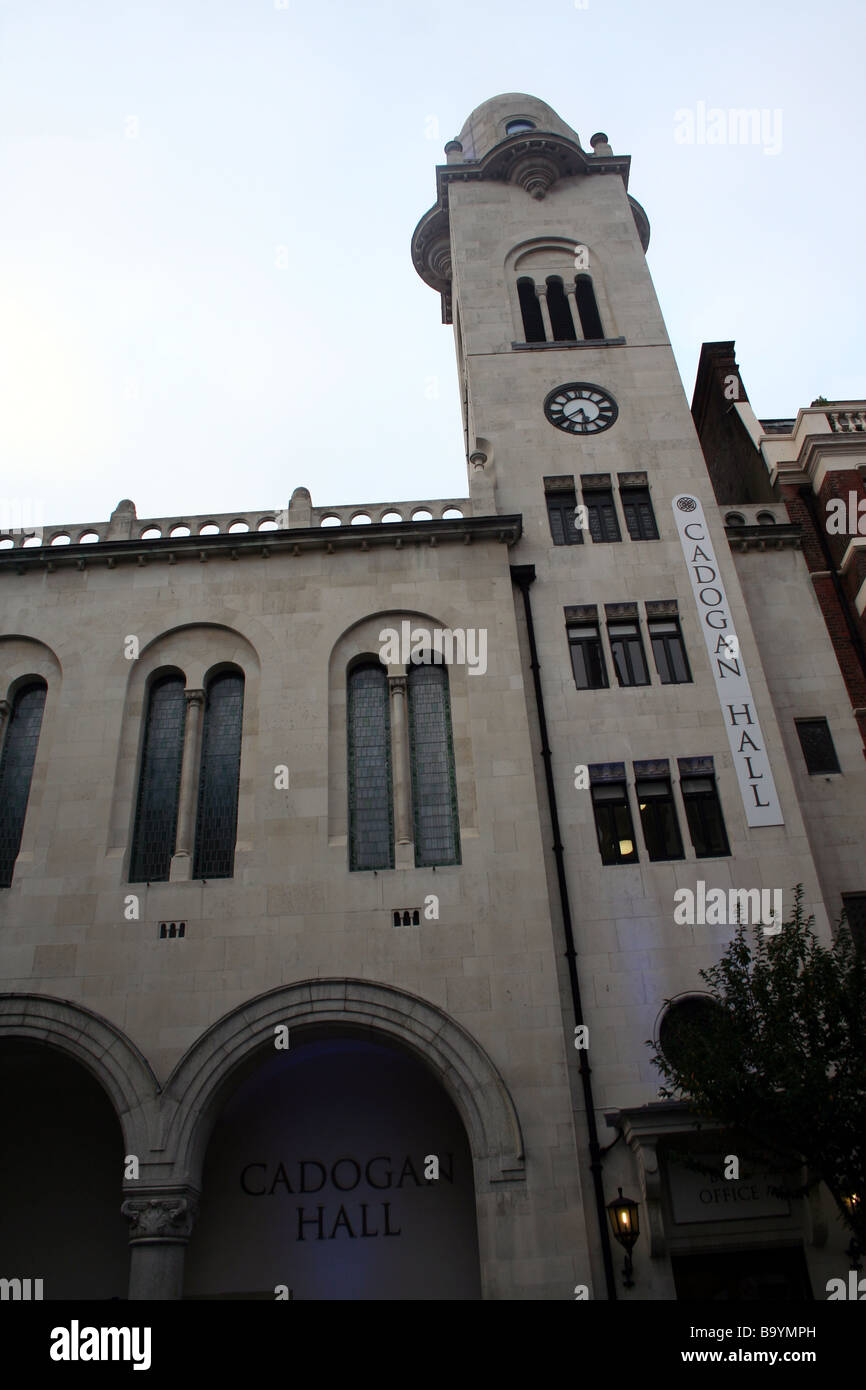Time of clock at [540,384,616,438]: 5:38
